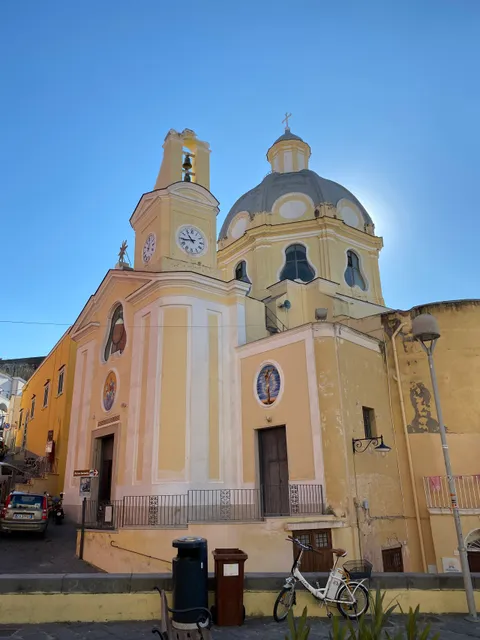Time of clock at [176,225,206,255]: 10:43
